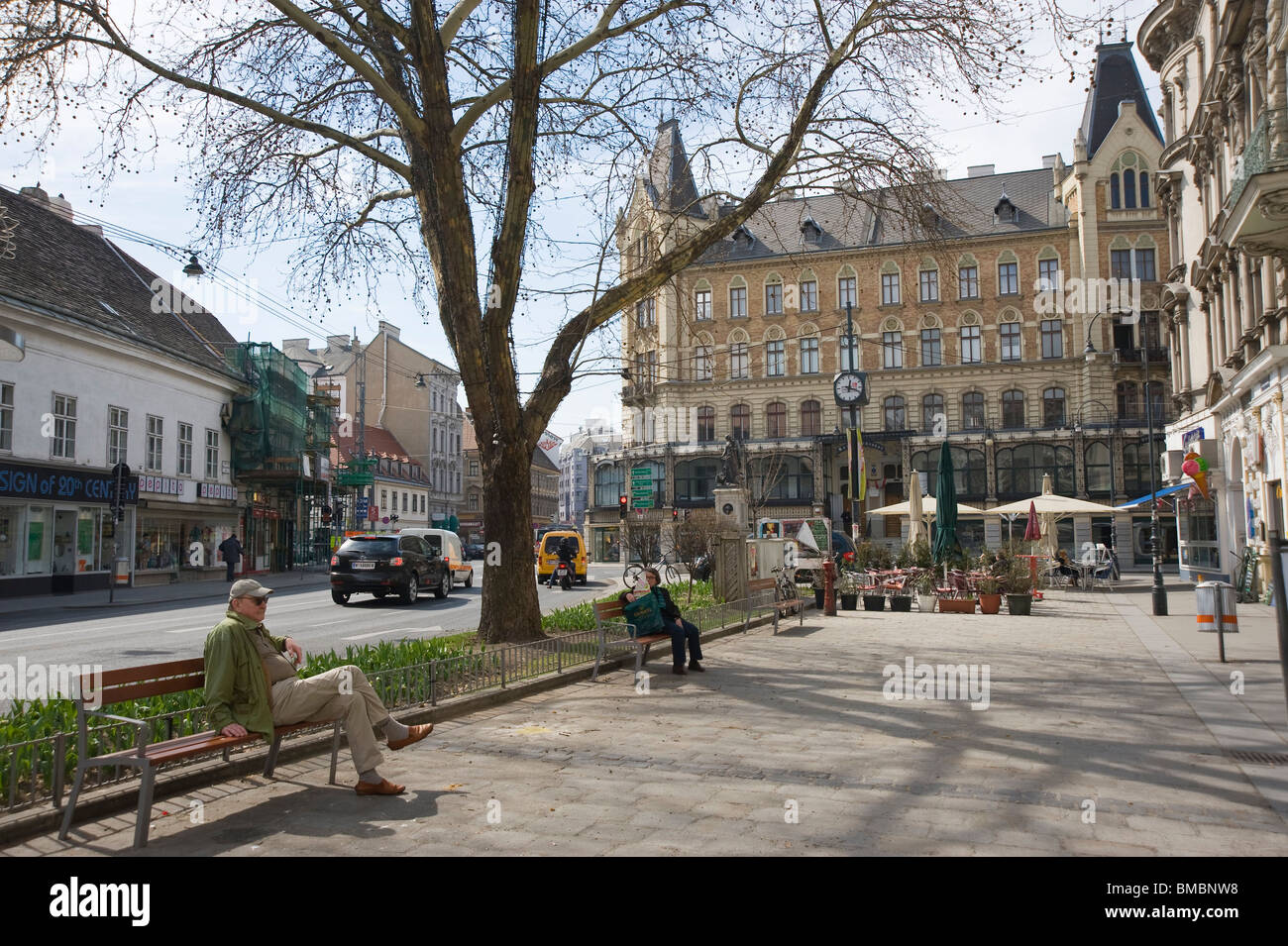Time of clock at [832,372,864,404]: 12:18
